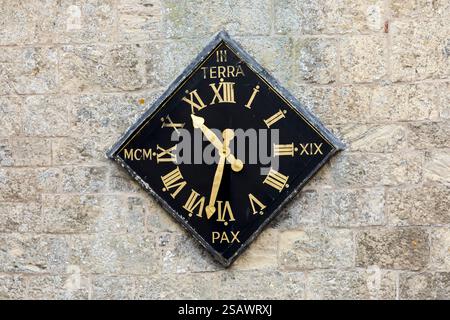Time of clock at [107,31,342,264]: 10:32
